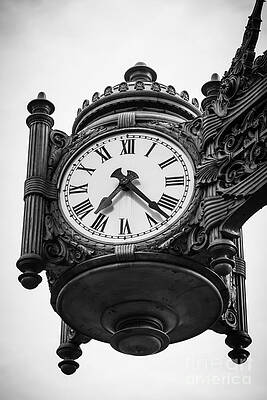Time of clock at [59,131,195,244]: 7:22
